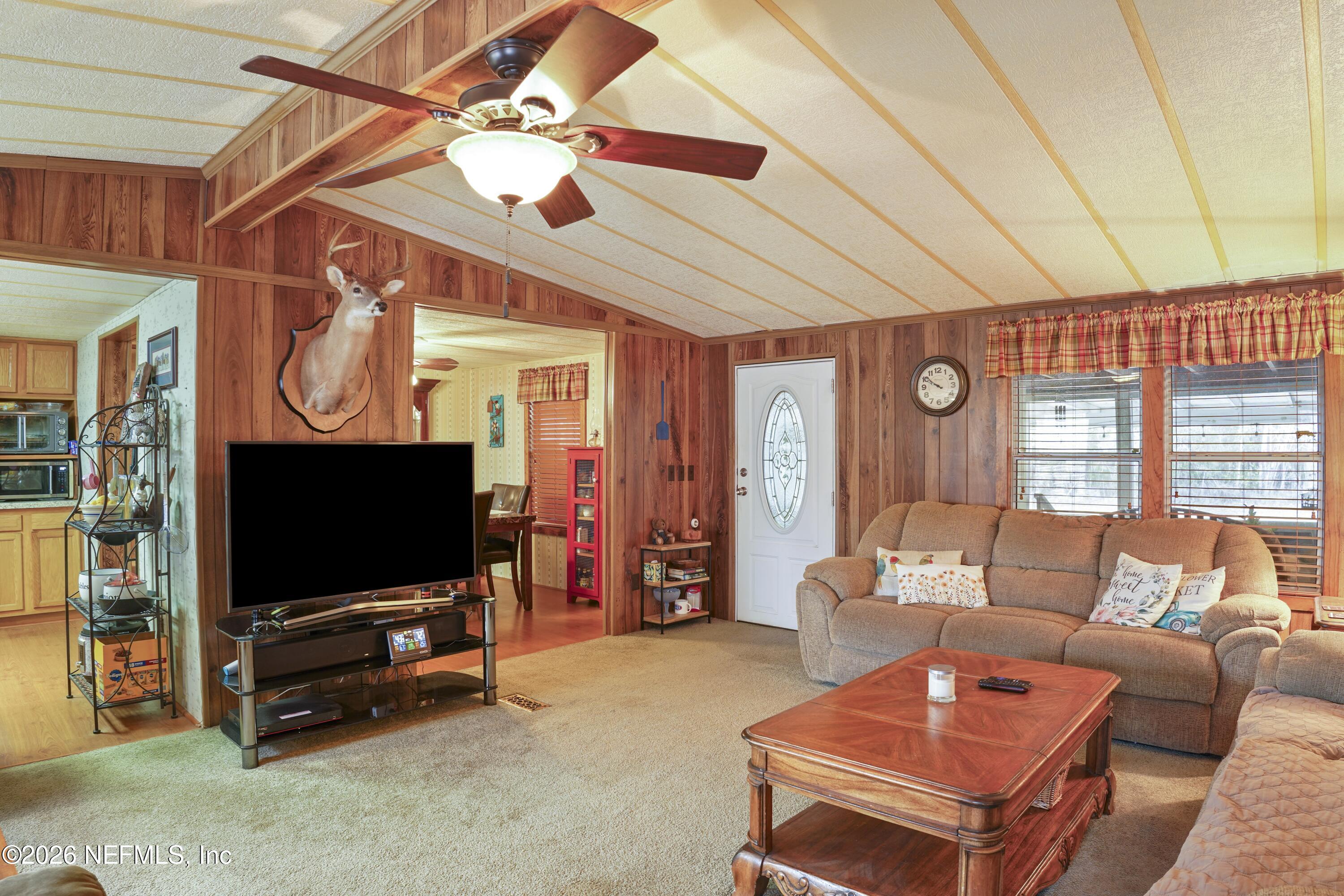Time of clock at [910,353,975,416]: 9:50
